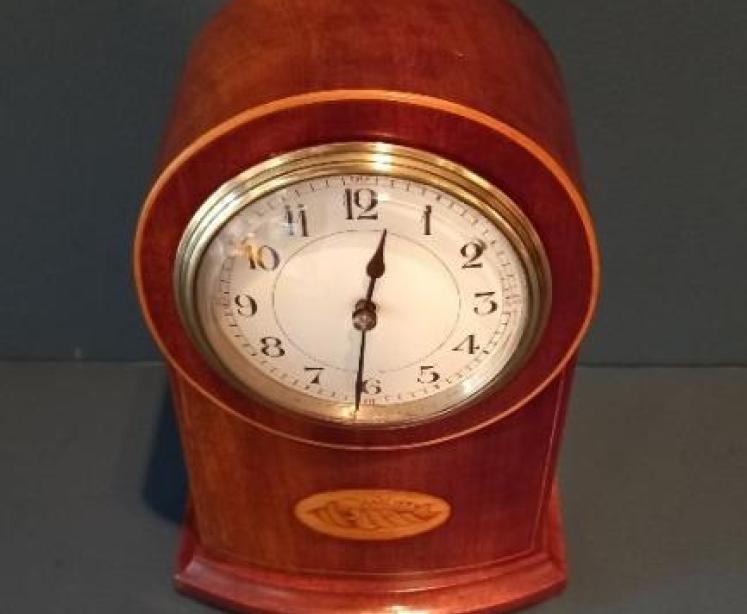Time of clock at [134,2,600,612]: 12:31
